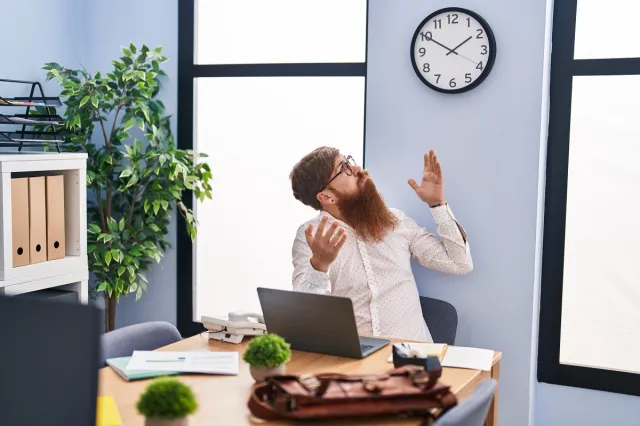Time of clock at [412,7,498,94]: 1:50
